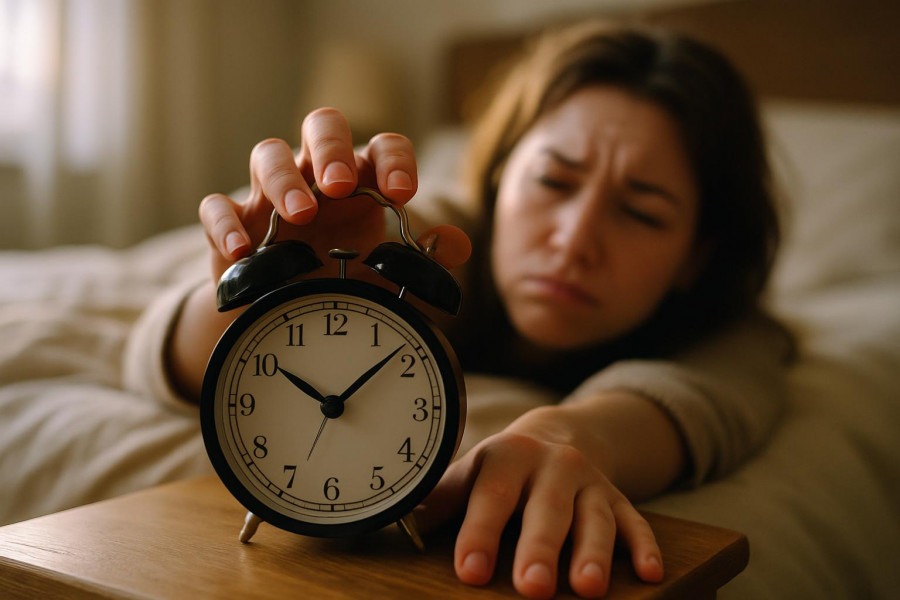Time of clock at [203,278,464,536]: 10:08
